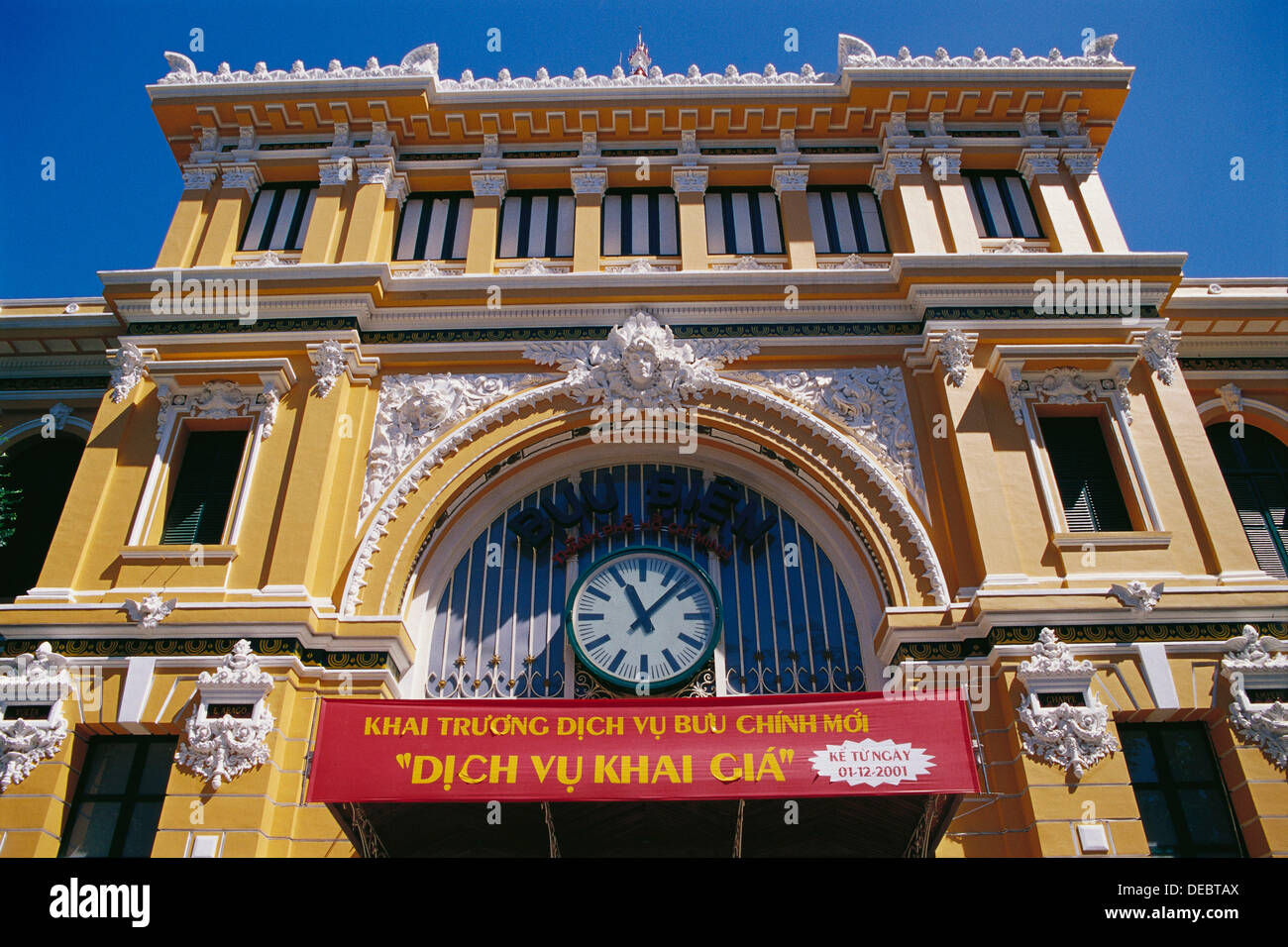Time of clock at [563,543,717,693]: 11:07
